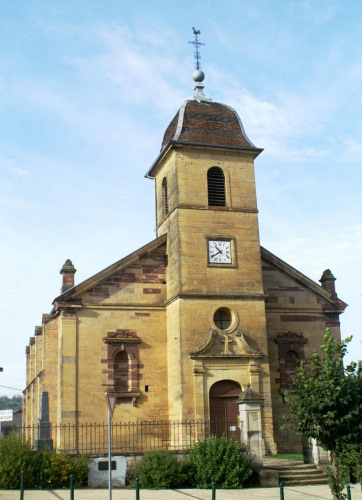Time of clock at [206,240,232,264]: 10:39
